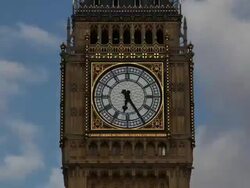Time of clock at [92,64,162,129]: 6:24
